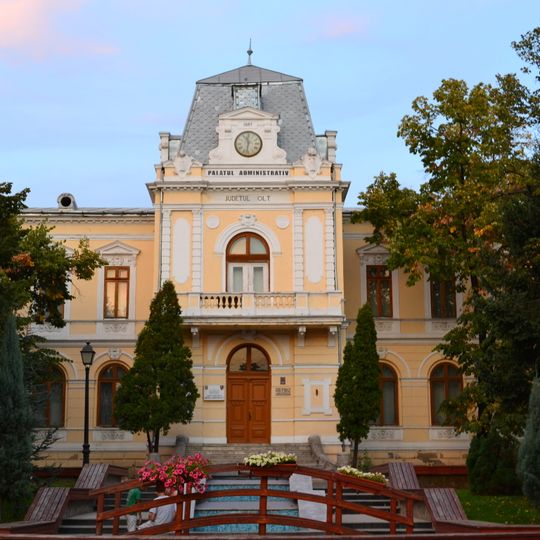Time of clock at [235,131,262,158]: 11:32
